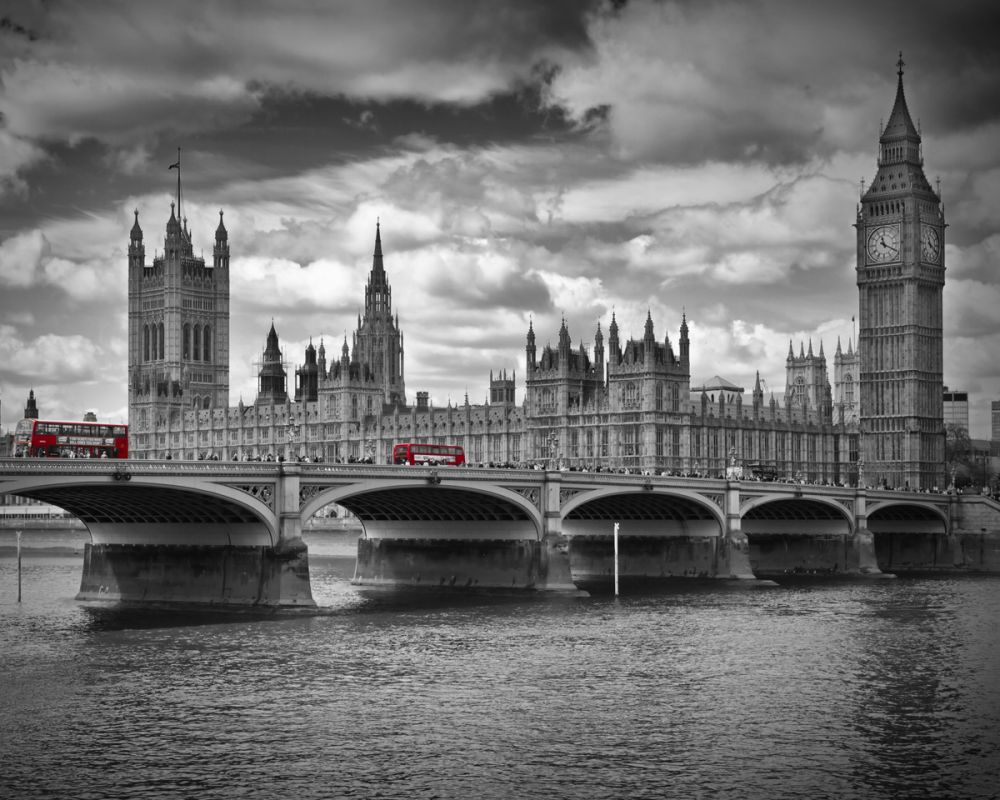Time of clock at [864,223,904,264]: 11:19
